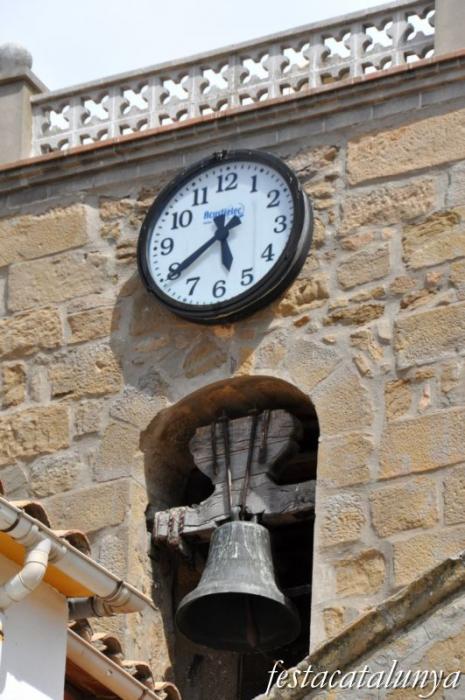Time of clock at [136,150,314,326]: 5:39
